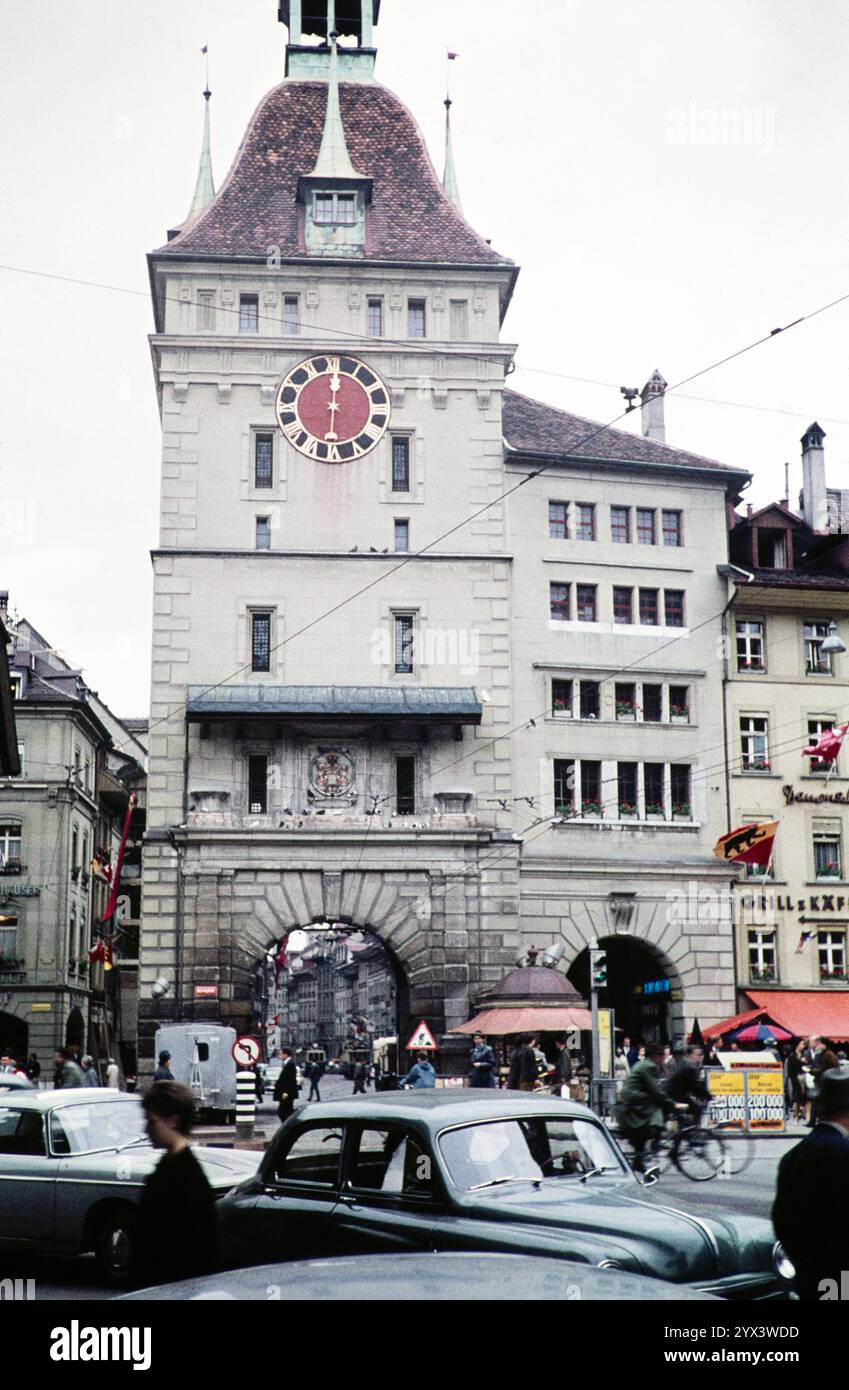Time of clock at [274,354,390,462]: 12:00
